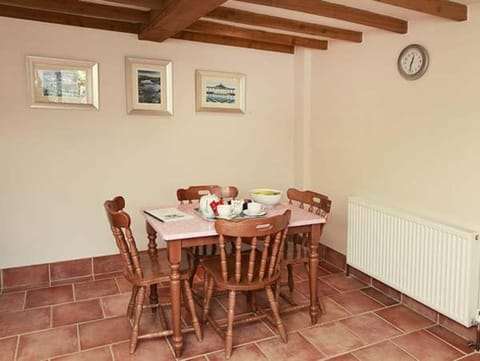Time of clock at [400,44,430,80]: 12:32
